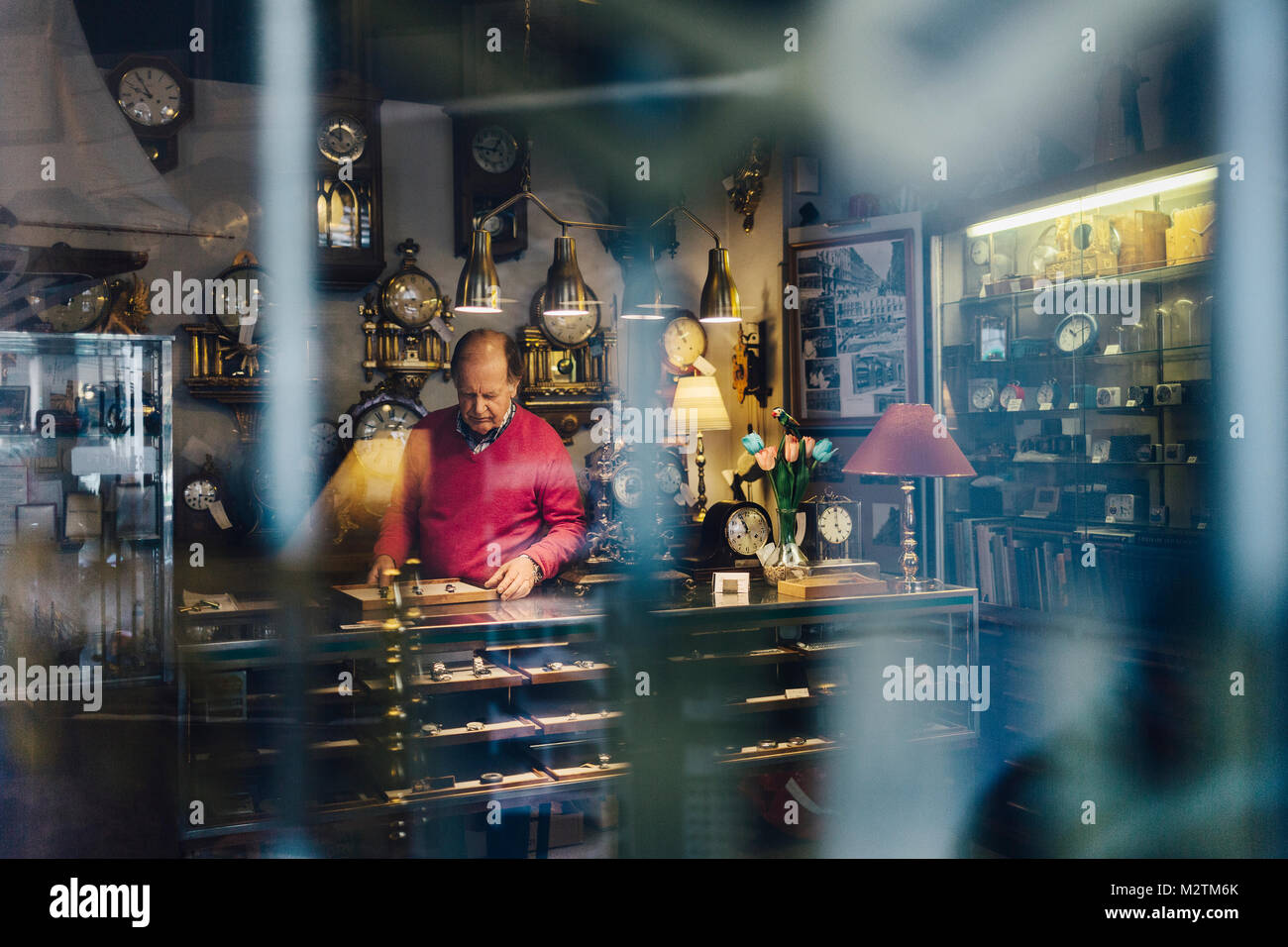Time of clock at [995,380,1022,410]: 7:32
